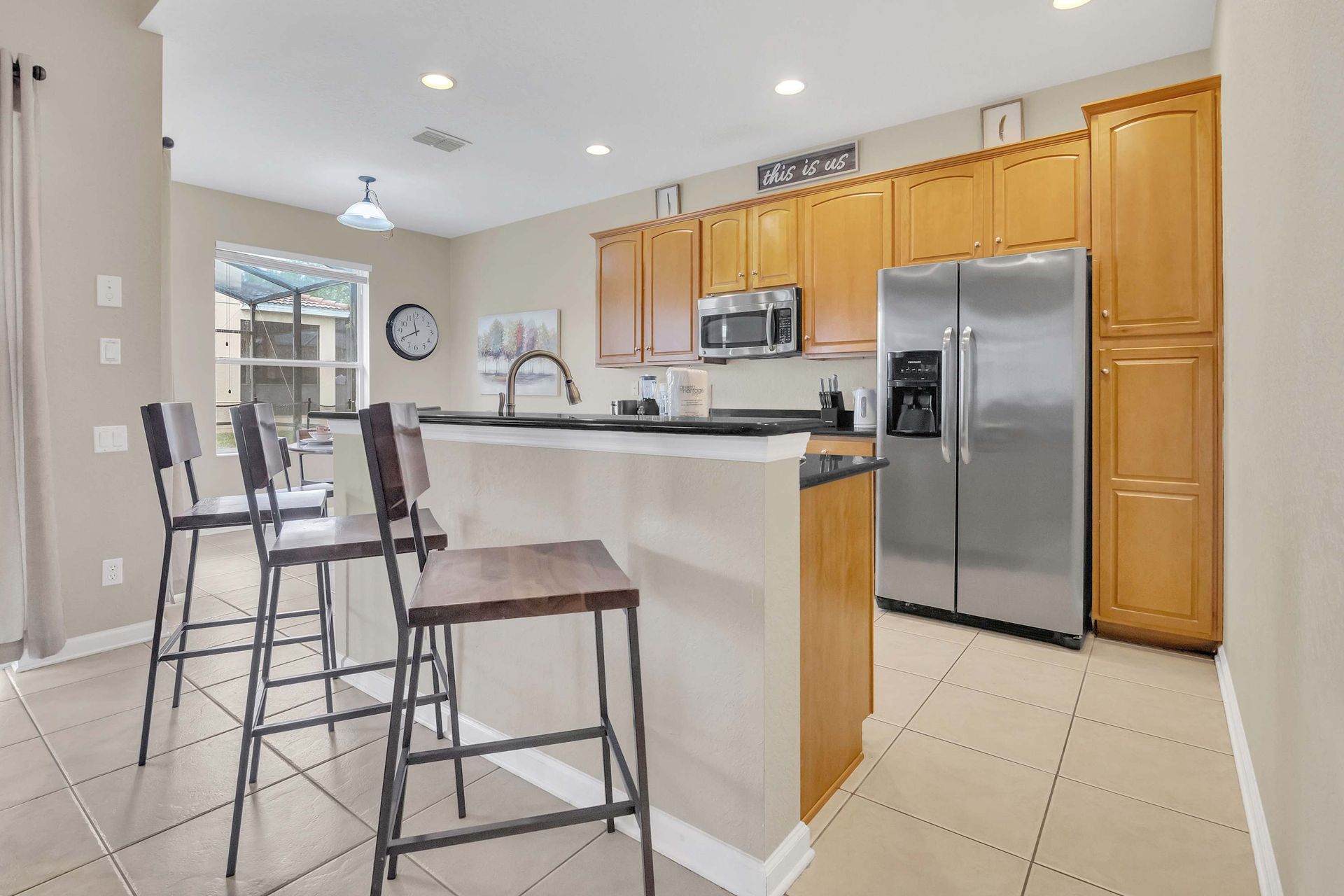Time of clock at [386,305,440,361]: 11:40
